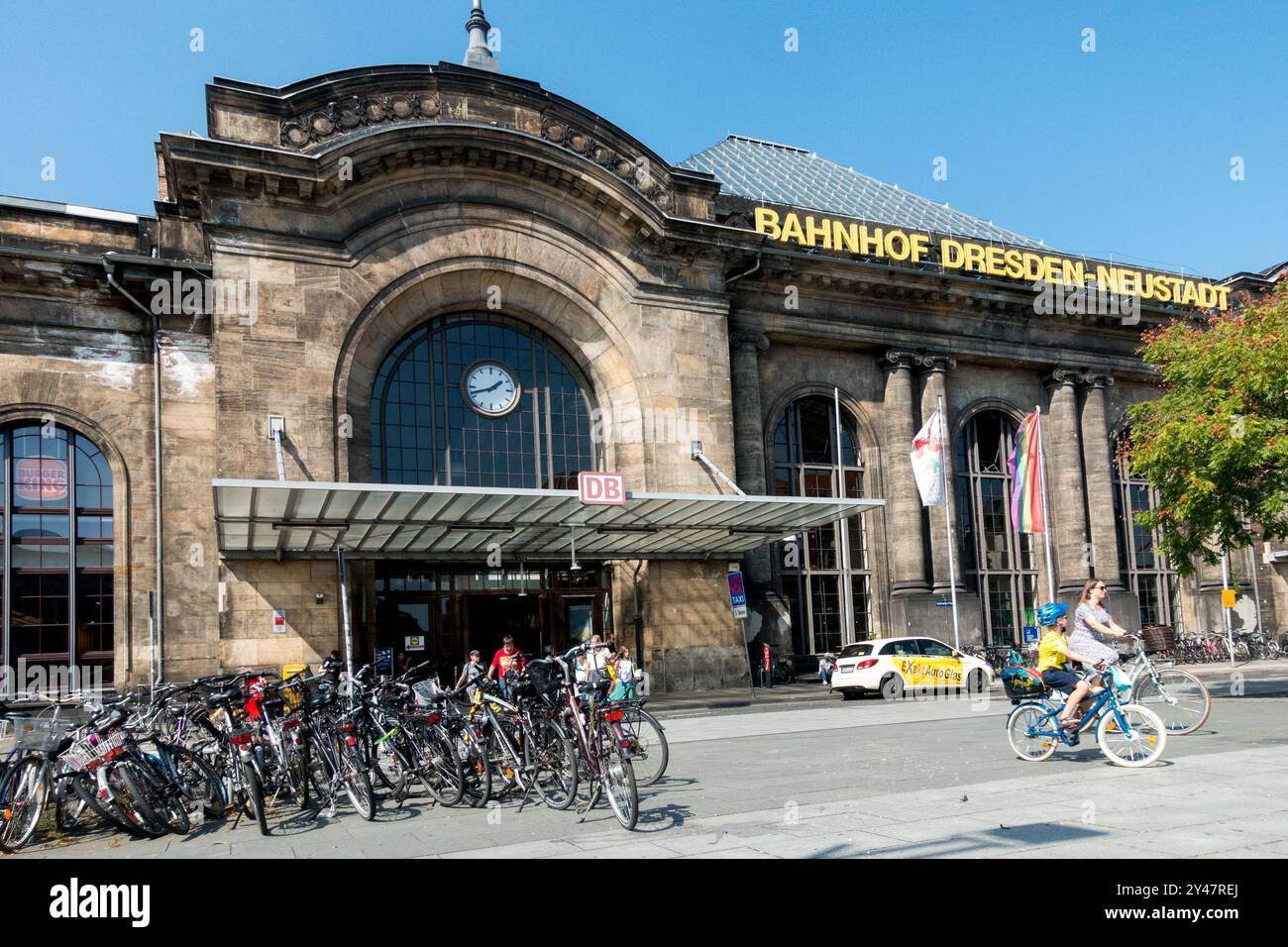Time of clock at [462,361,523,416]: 1:42
